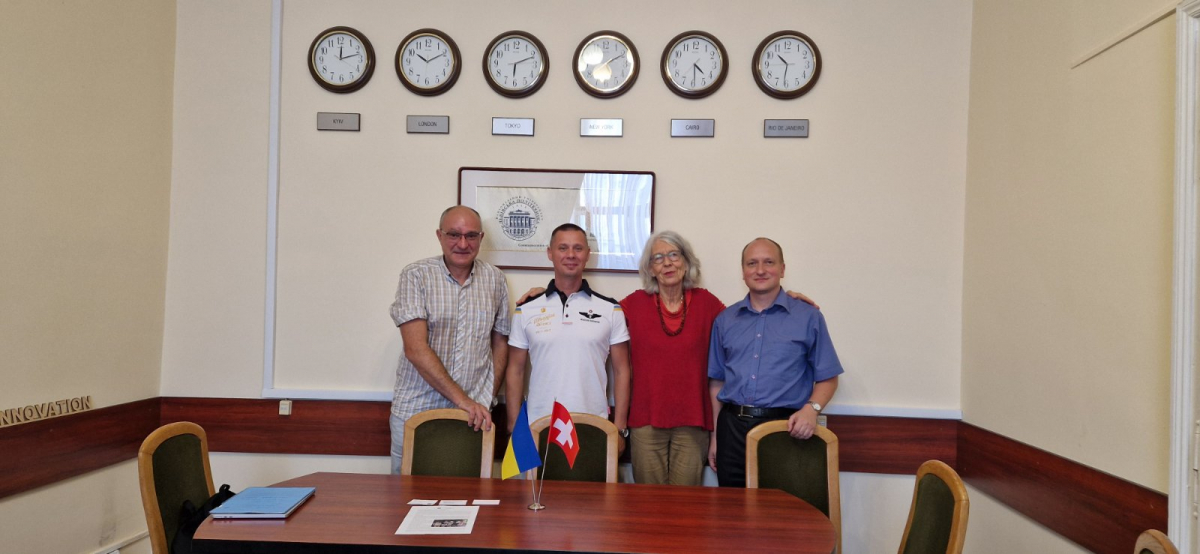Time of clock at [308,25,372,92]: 12:12
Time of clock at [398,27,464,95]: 10:10
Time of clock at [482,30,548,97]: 6:11
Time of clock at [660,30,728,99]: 4:29
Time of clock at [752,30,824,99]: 10:31
